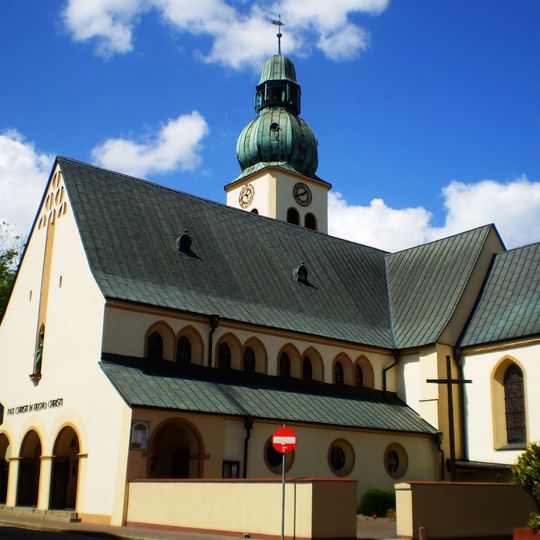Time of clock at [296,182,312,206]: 1:41
